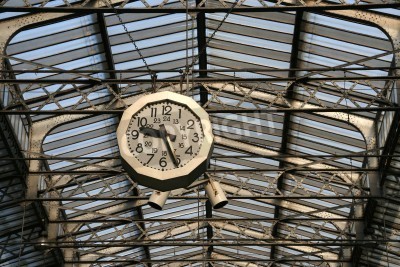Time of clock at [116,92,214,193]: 9:26
